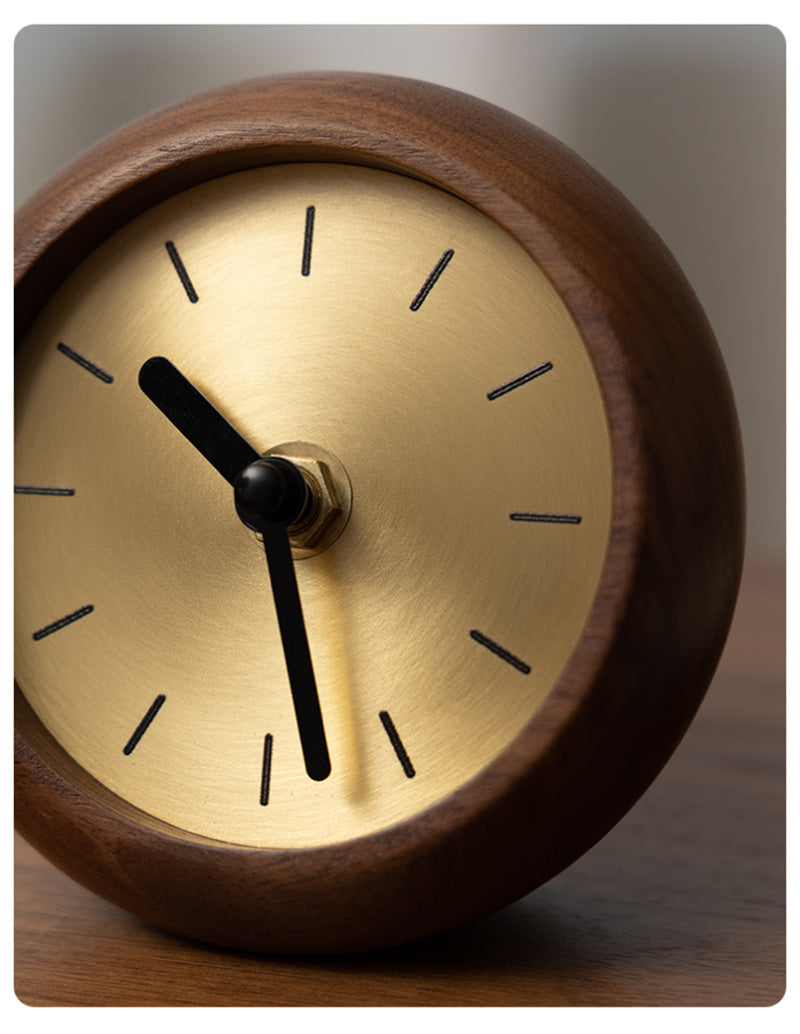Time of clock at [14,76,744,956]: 10:27
